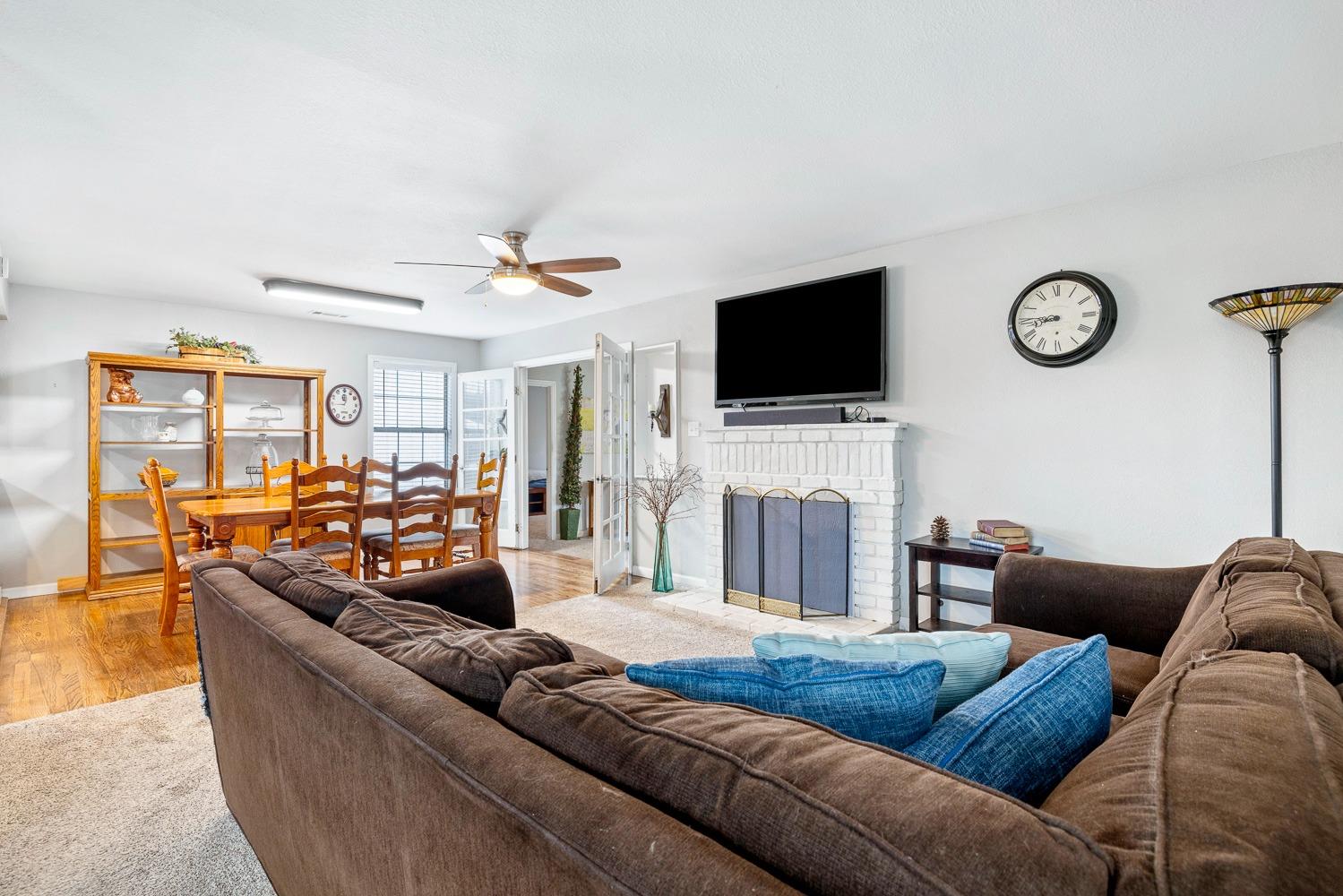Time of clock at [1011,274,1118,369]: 8:45
